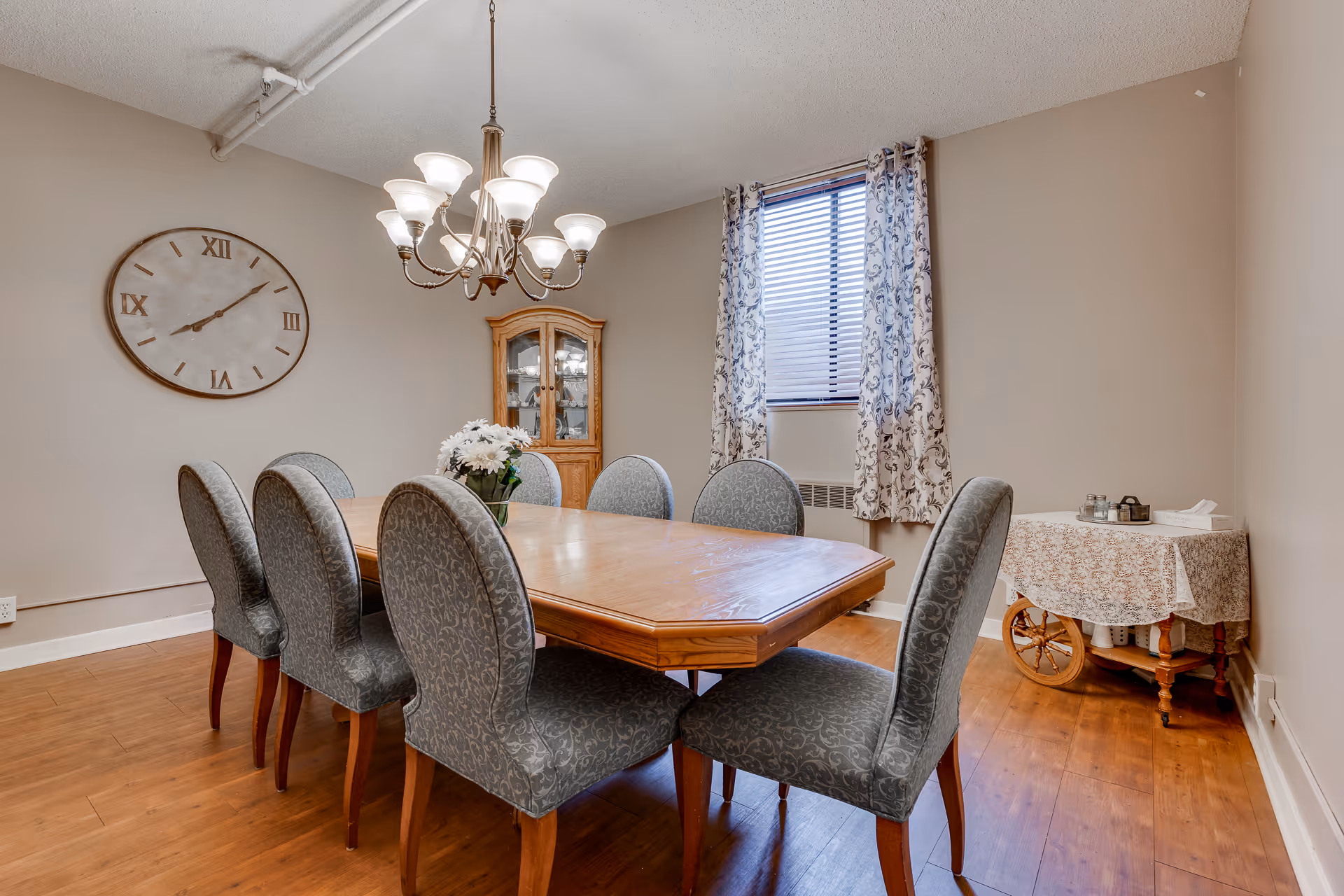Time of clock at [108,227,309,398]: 8:08
